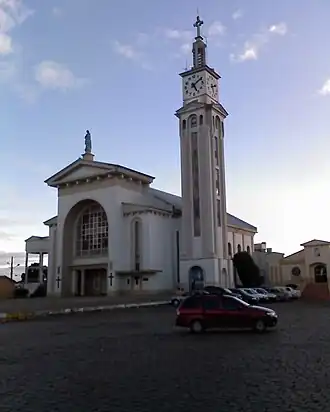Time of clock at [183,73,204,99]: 5:08
